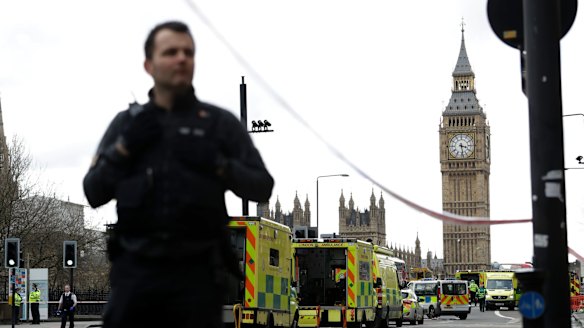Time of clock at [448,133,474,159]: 3:28
